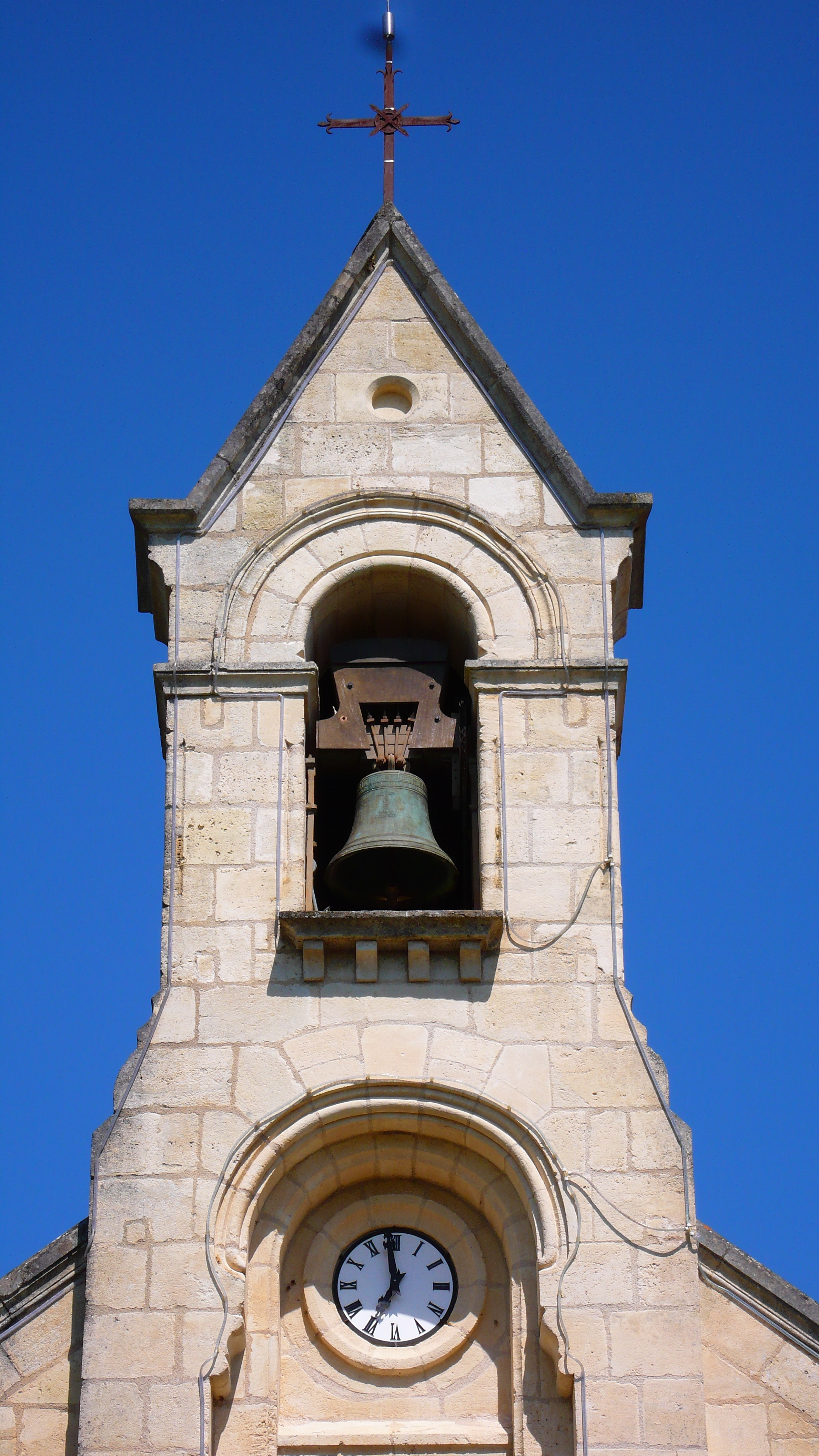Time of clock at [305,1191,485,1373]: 6:58
